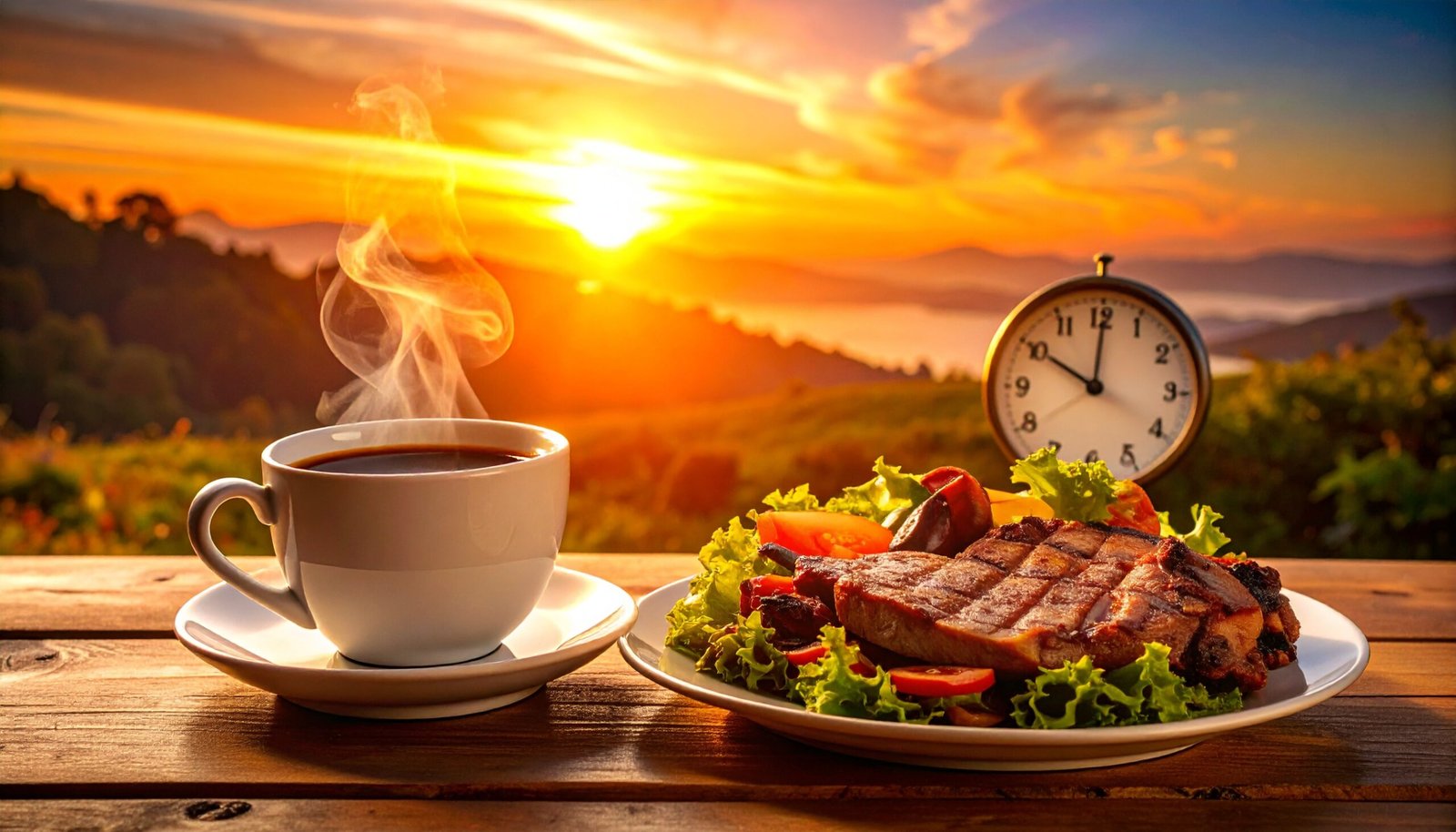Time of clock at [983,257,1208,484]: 10:00
